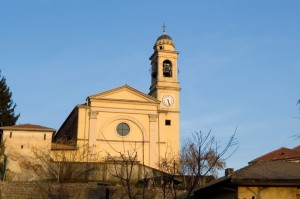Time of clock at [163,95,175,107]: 5:26
